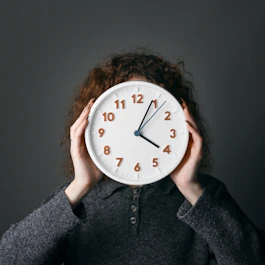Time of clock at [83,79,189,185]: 4:04
